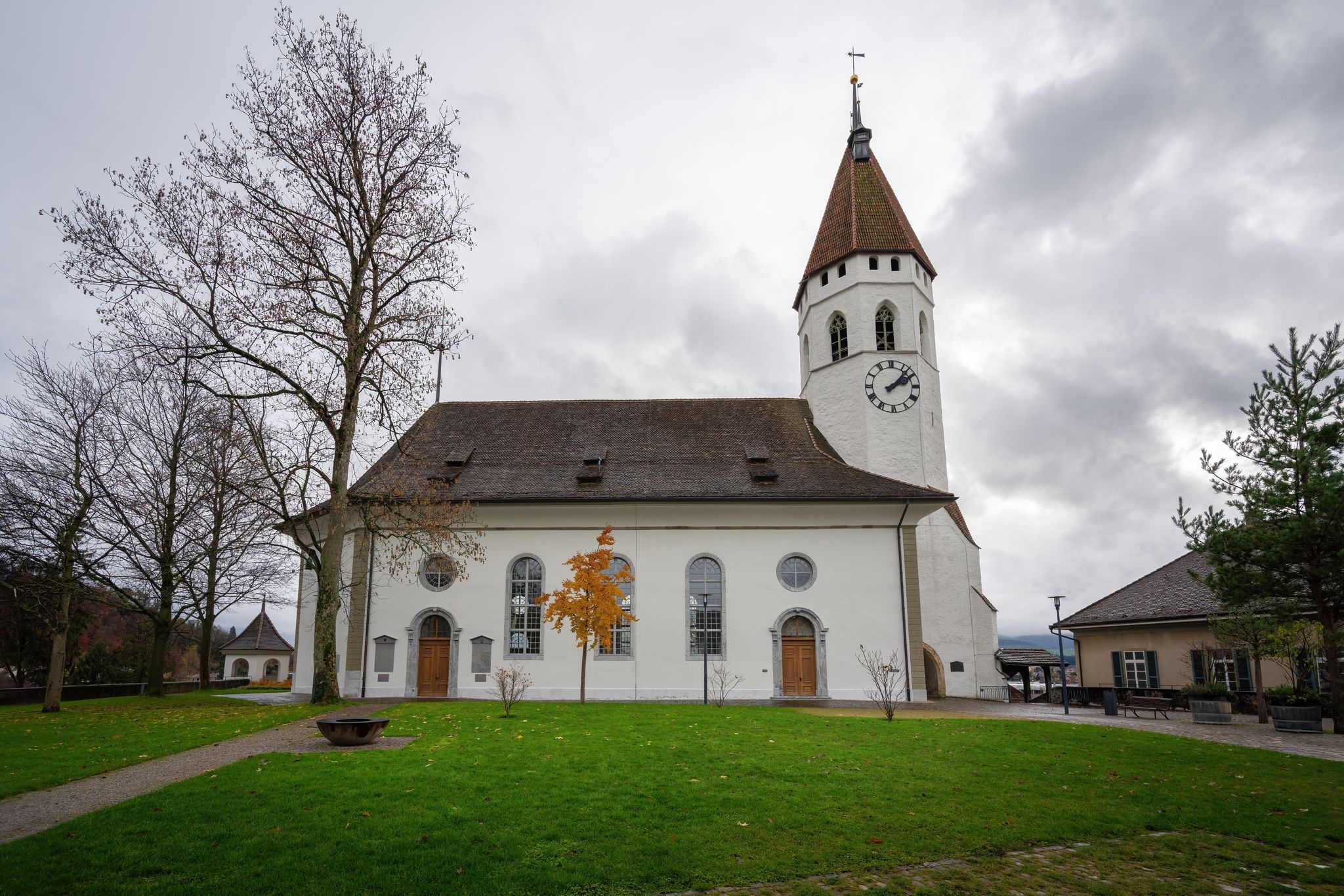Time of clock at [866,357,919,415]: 2:07
